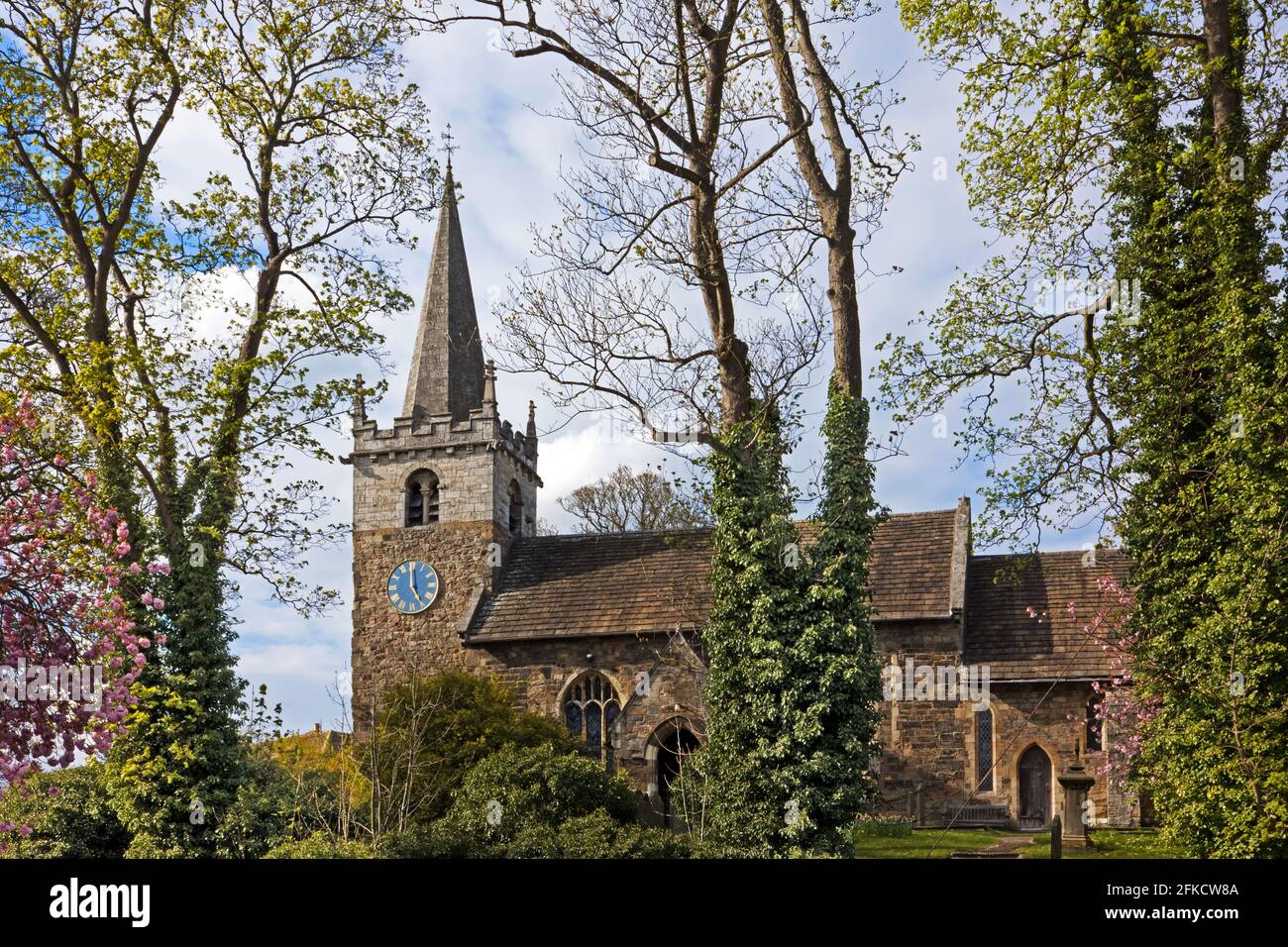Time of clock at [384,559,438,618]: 4:59
